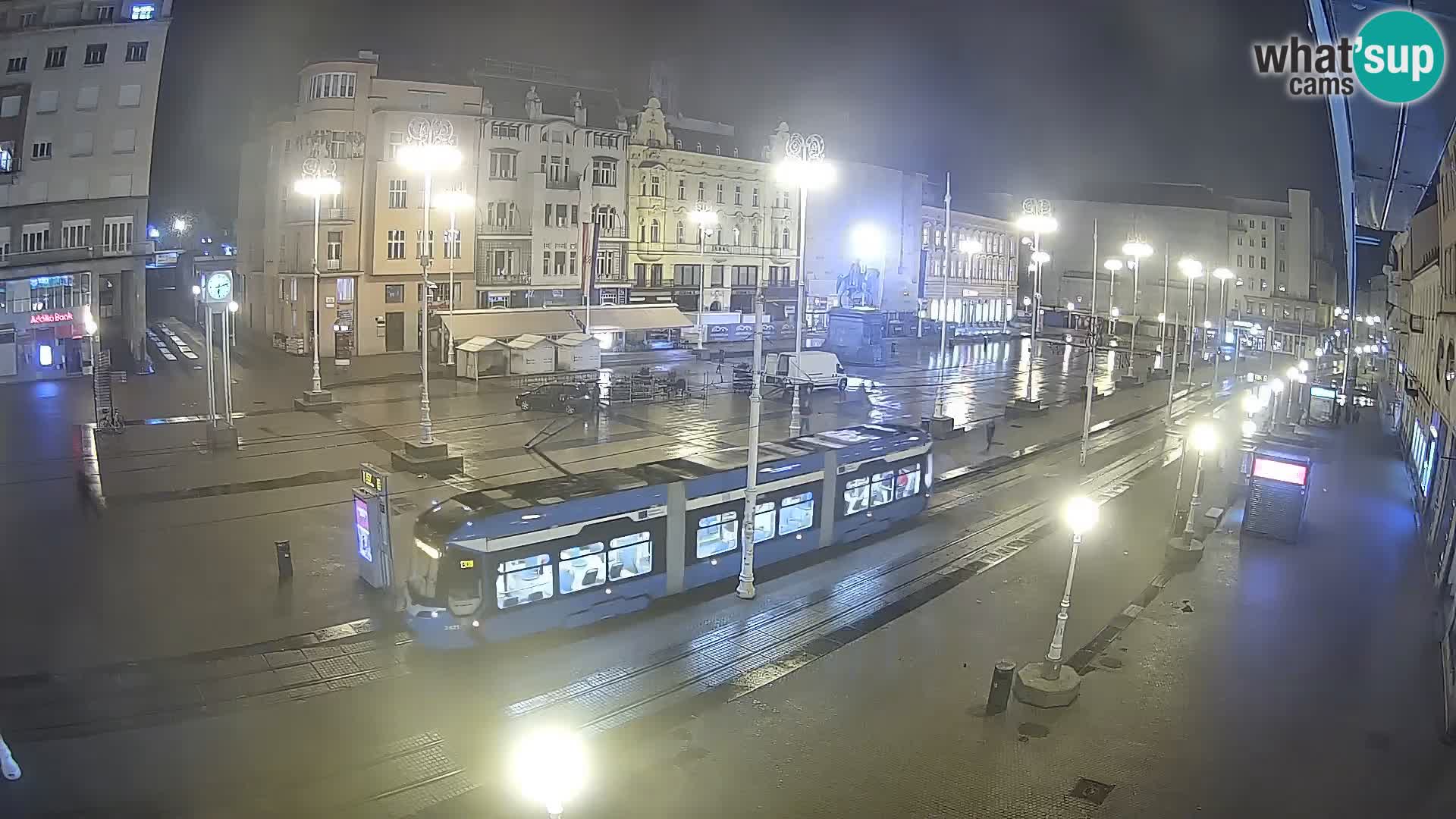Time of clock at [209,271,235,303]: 6:12
